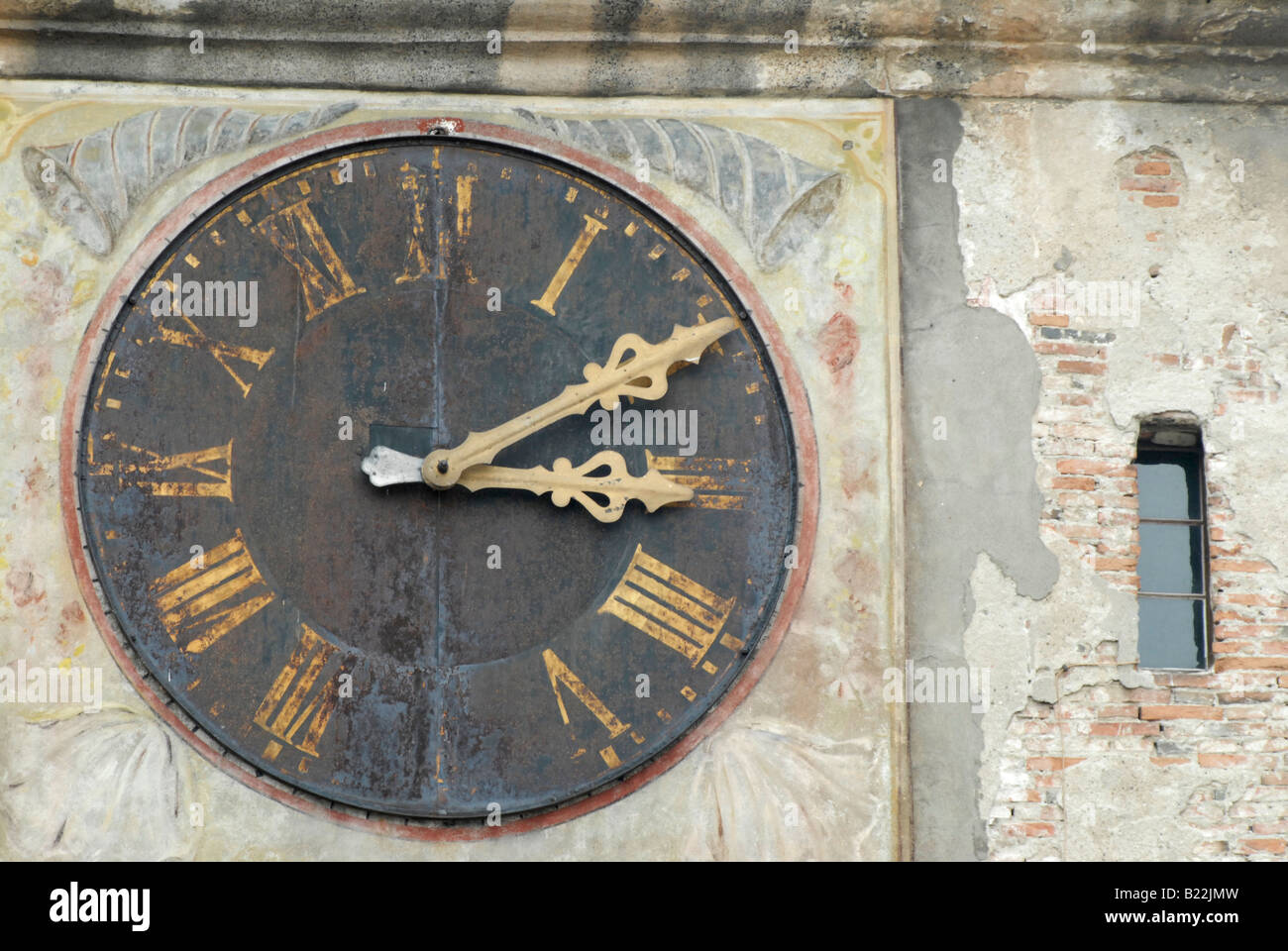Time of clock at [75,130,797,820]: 3:09
